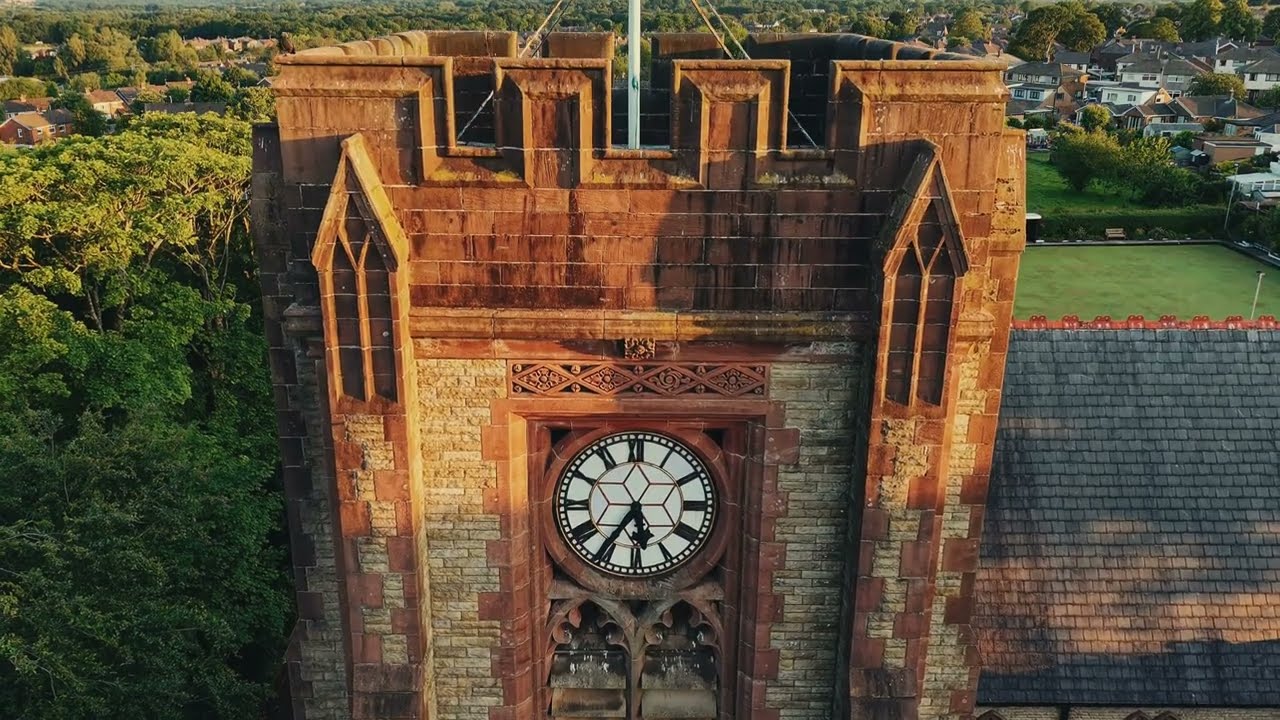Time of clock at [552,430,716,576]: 5:35
